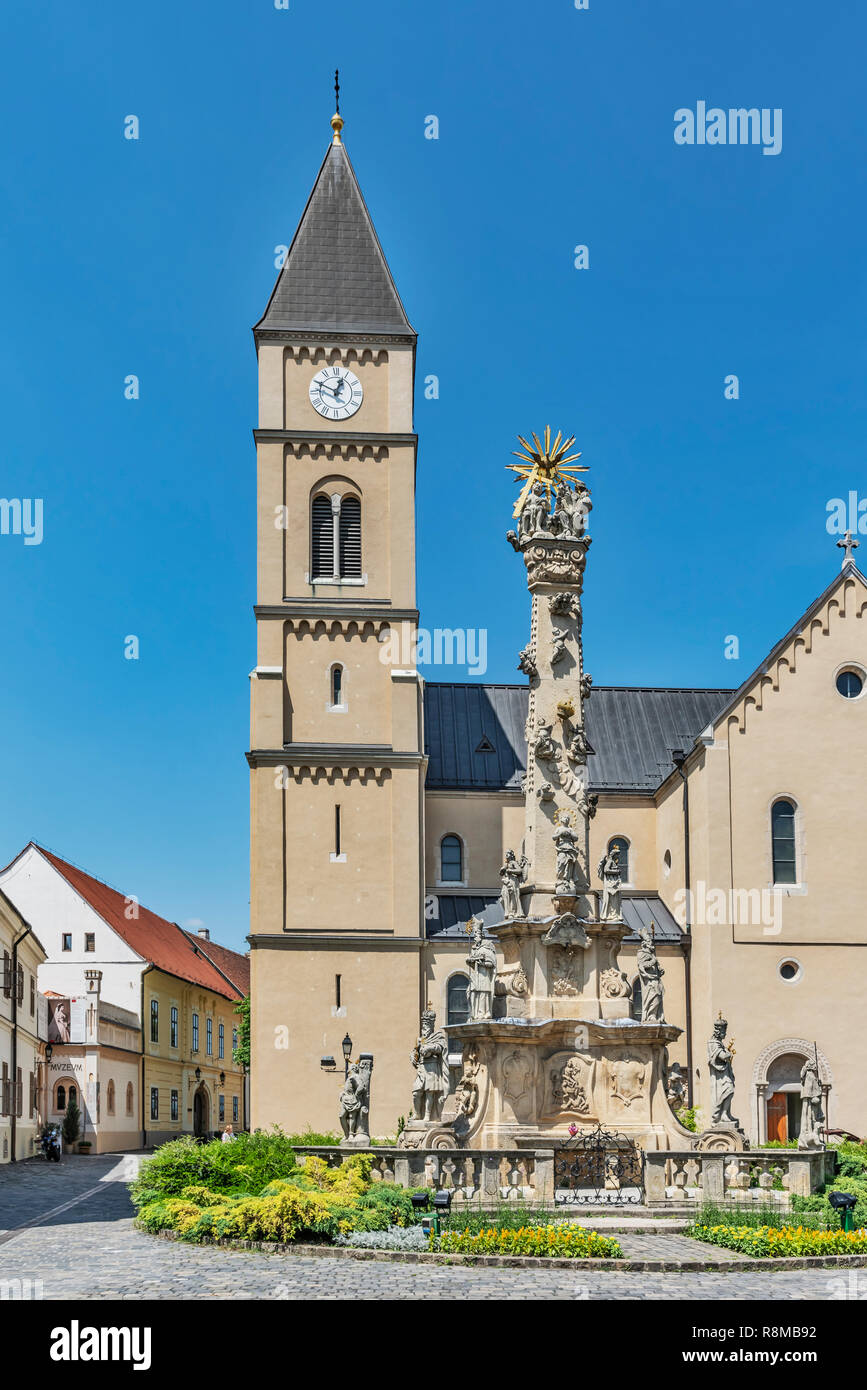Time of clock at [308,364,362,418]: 12:49
